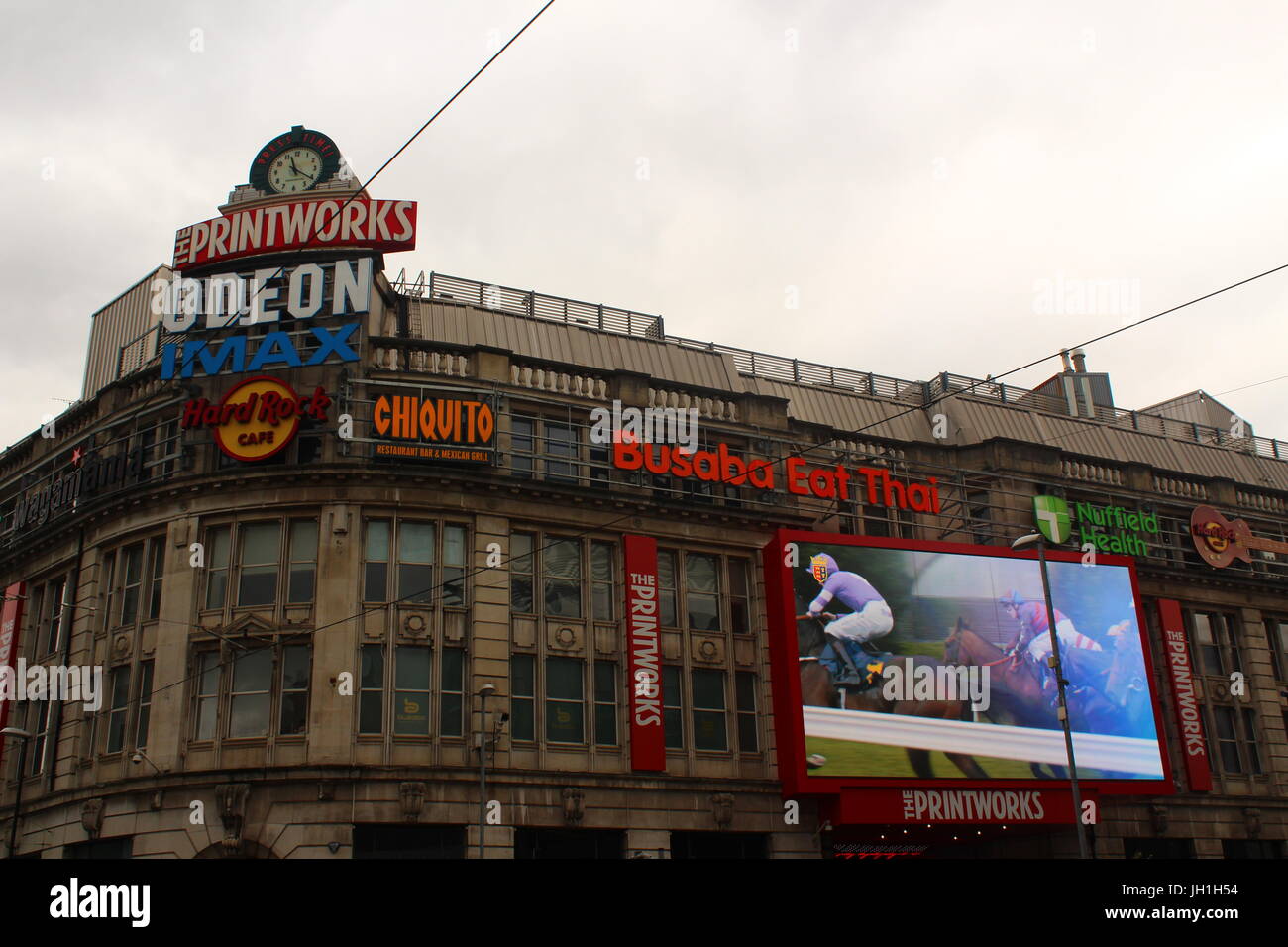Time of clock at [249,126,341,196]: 11:21
